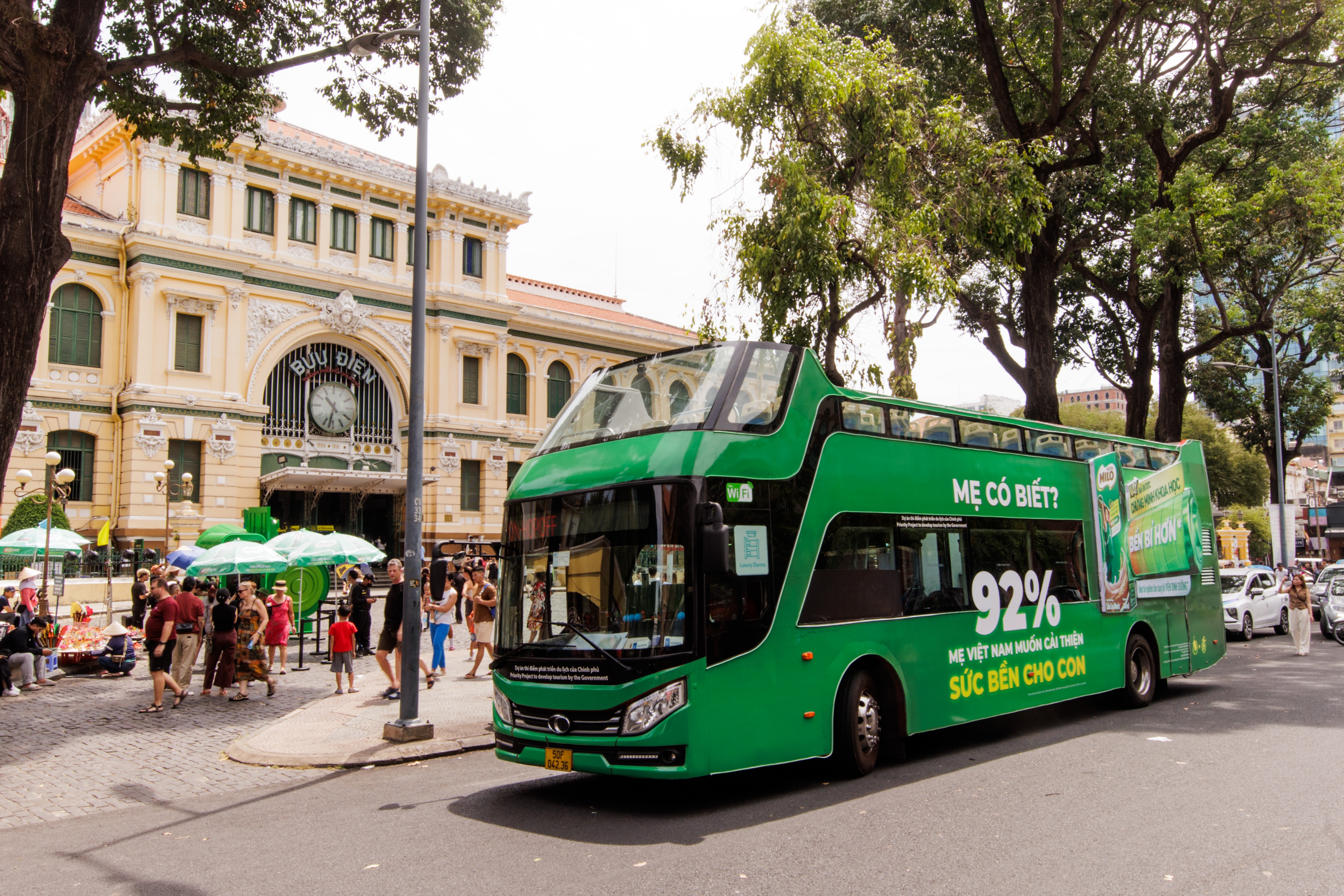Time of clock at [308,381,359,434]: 10:32
